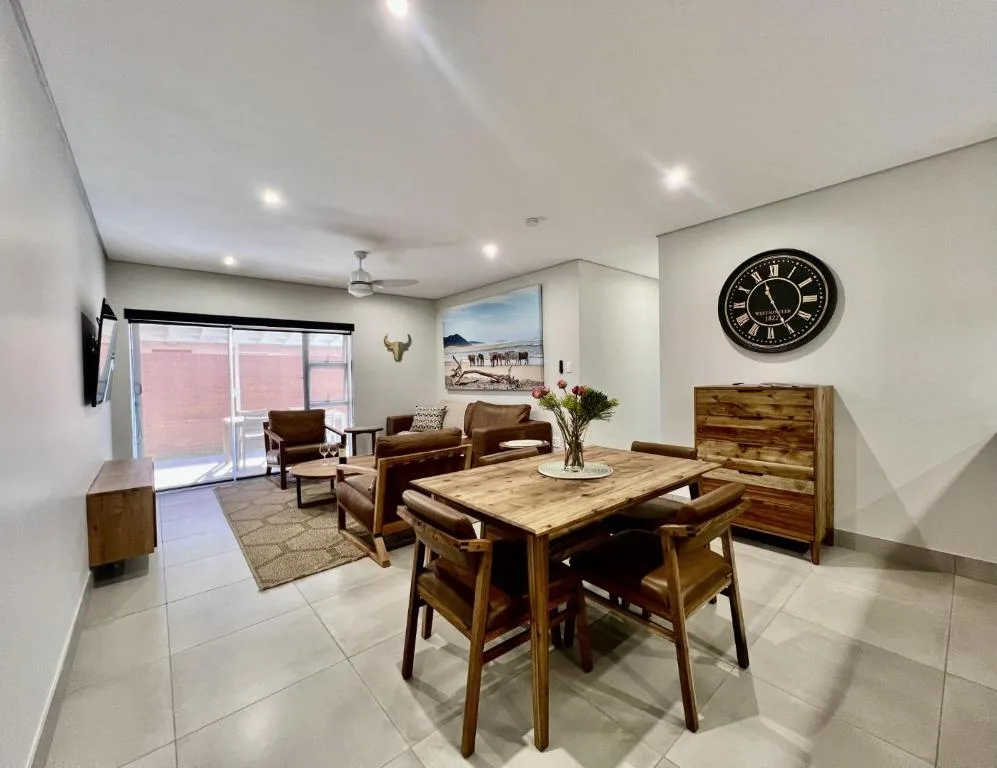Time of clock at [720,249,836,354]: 11:25
